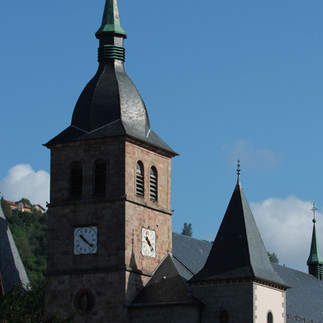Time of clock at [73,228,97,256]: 10:21
